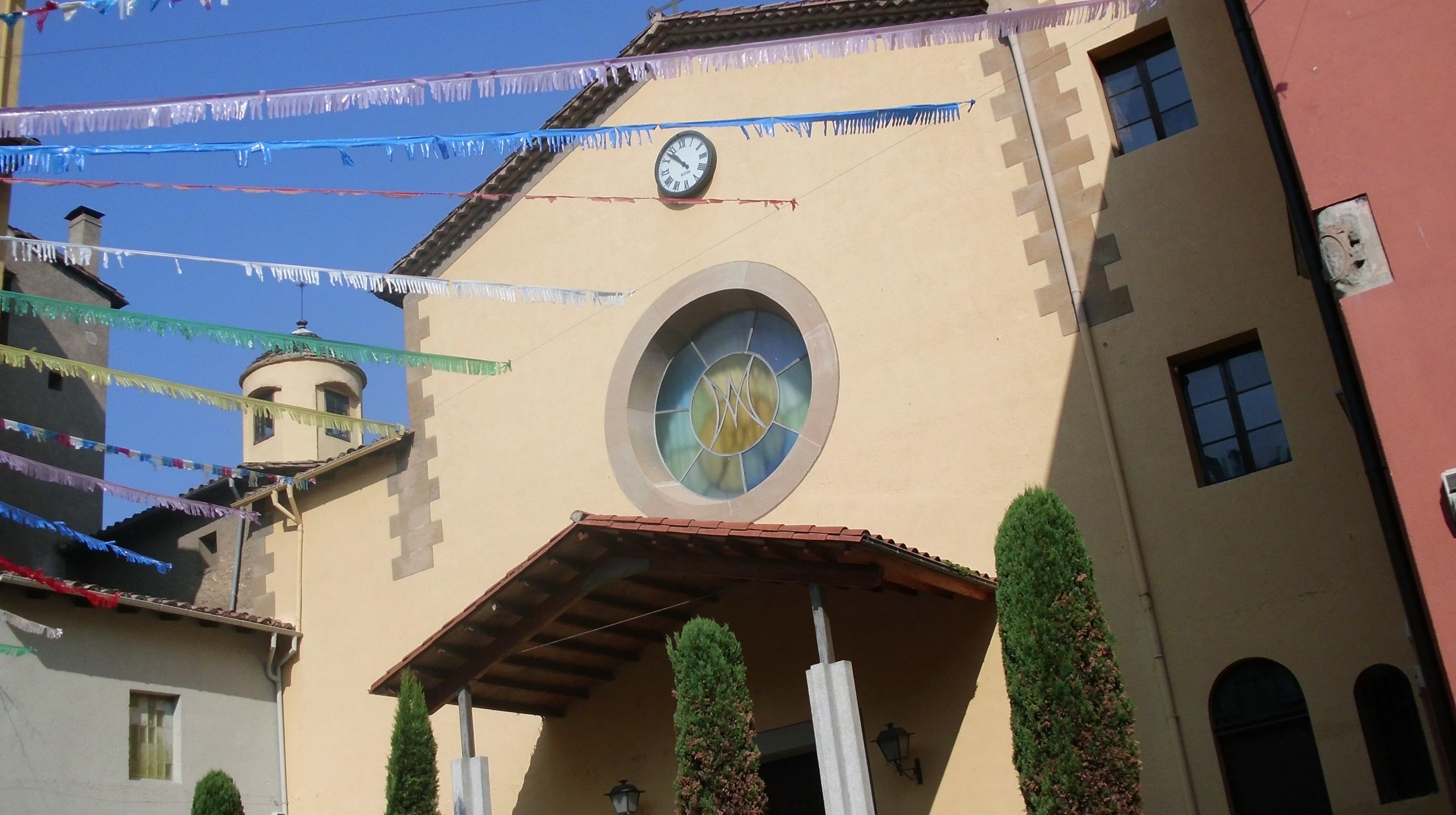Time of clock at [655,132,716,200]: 10:52
